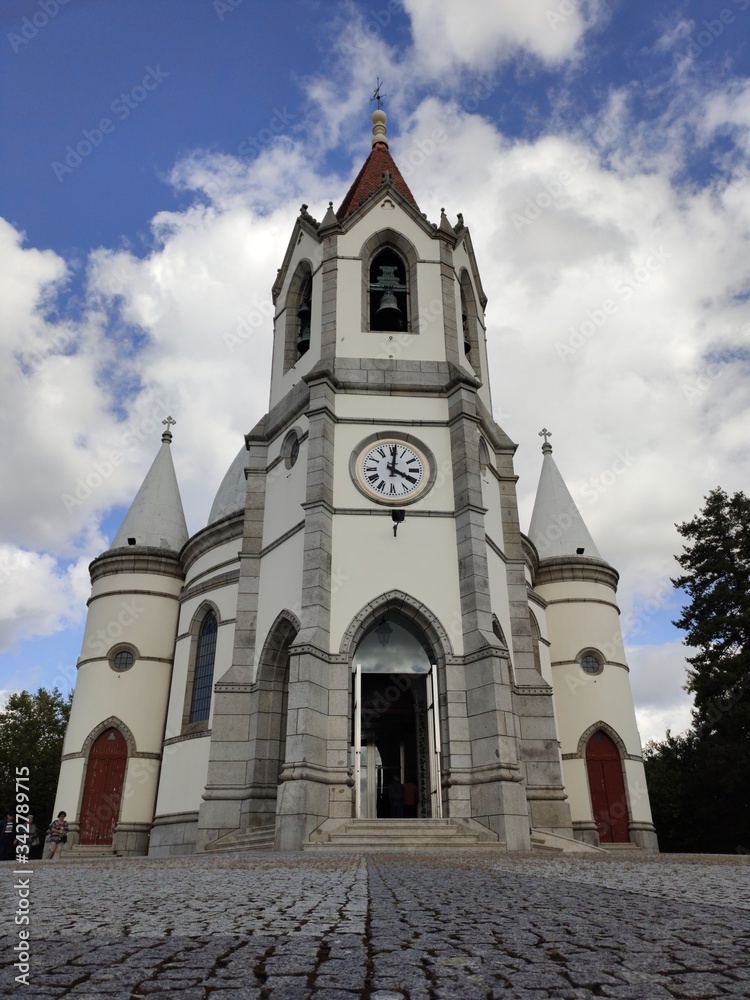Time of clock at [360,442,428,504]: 4:01
